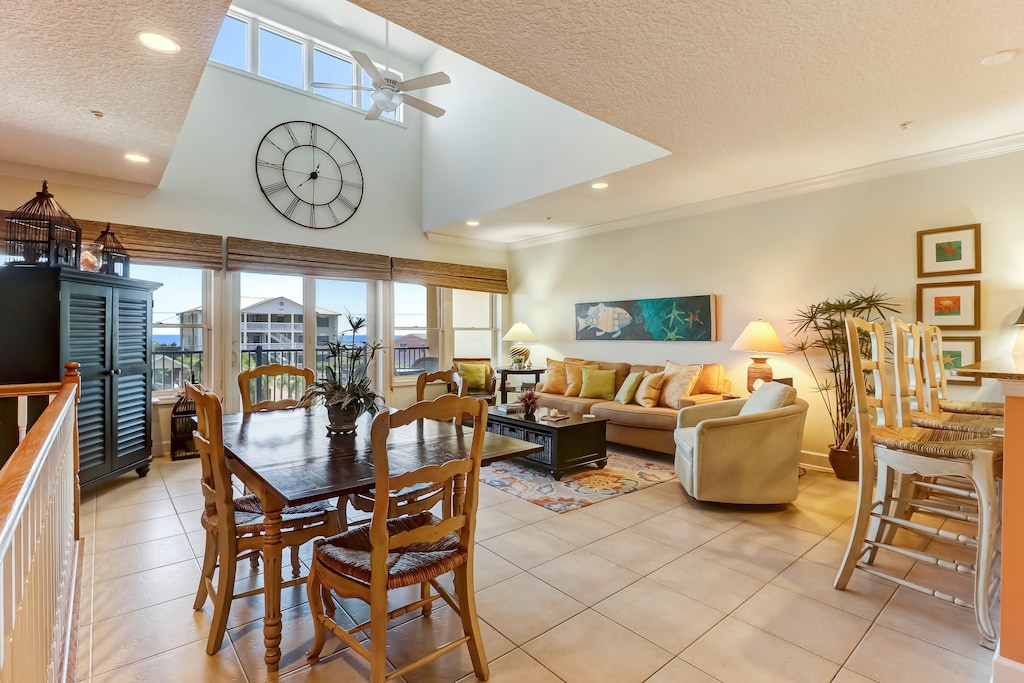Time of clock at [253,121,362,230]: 7:30
